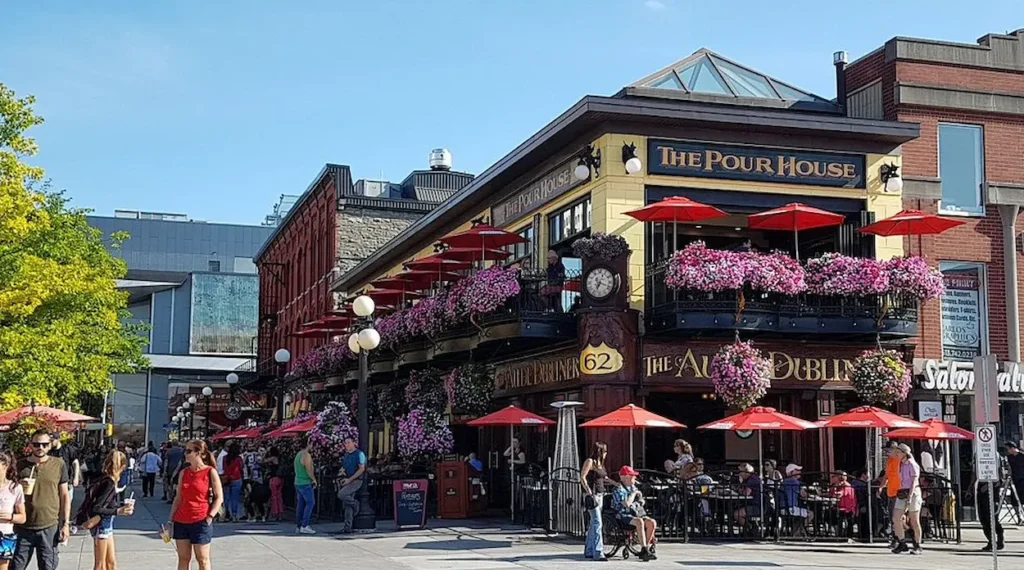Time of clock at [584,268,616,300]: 7:18
